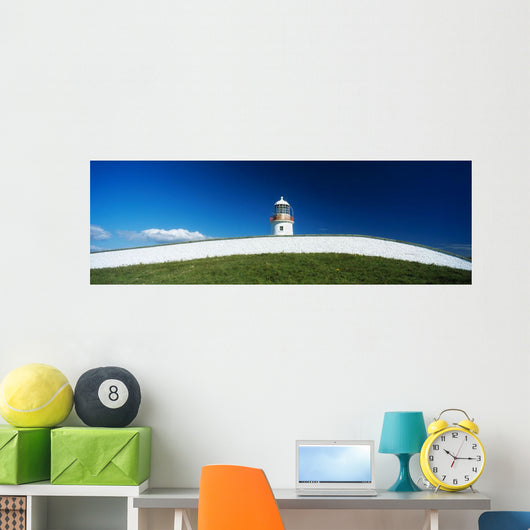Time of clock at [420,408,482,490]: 10:15
